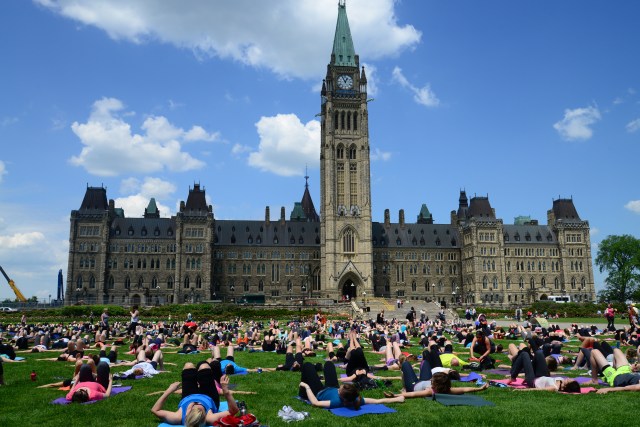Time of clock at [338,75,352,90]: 12:55
